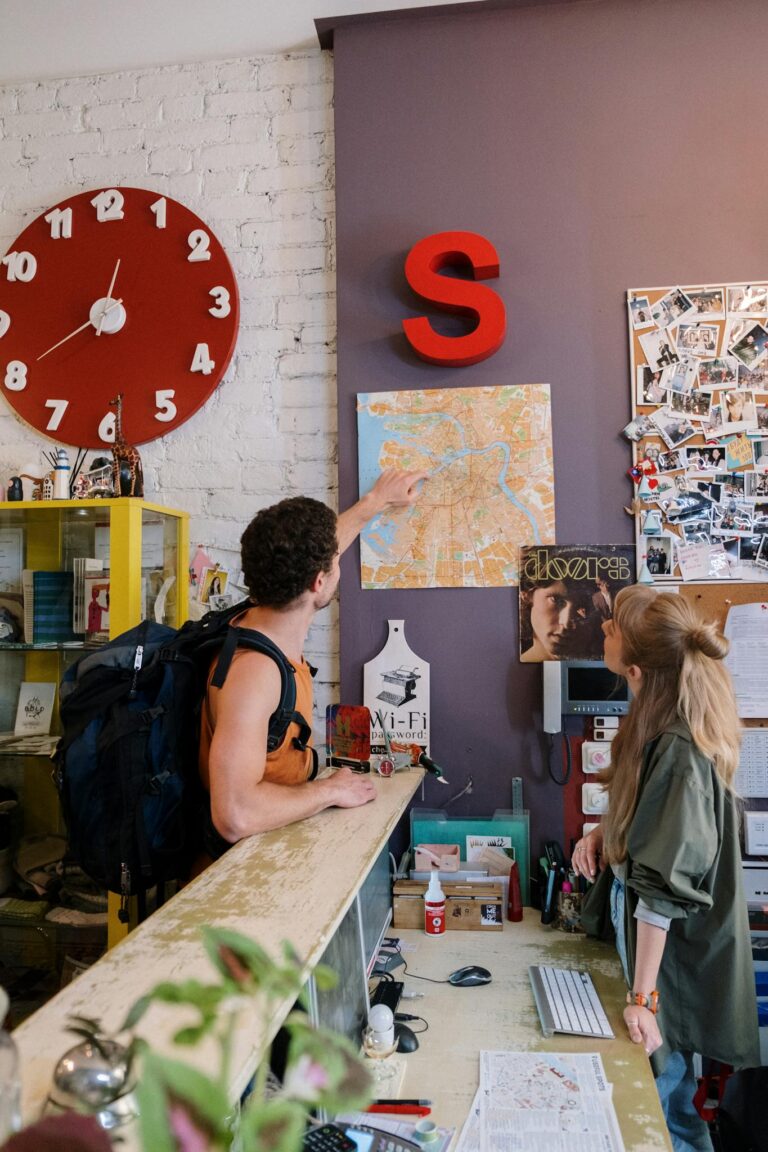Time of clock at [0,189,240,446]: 12:40
